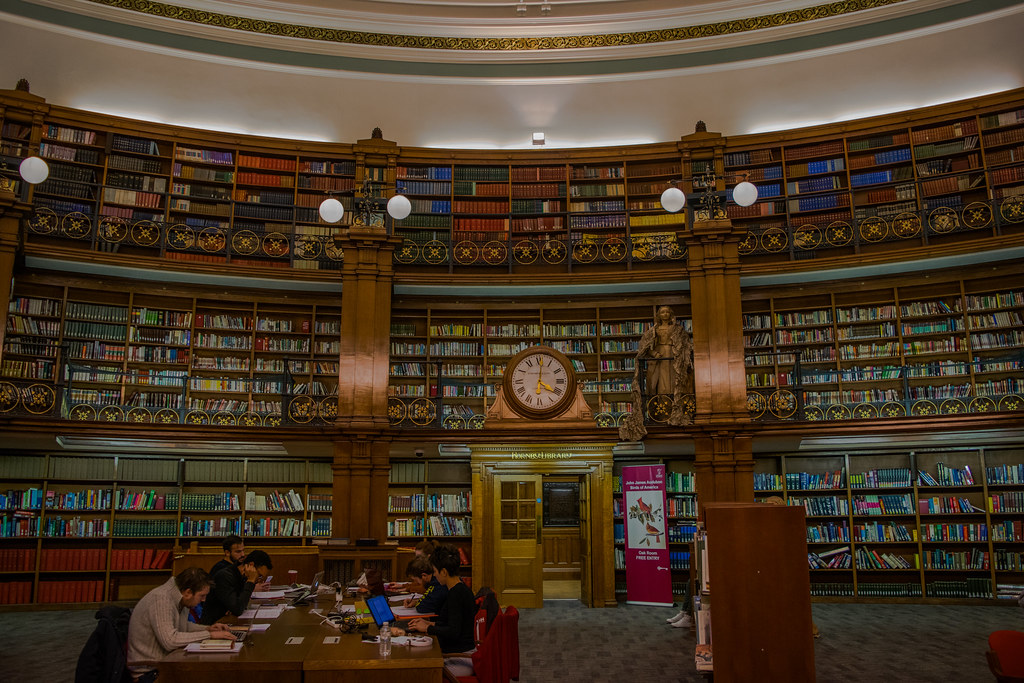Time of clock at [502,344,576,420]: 4:01
